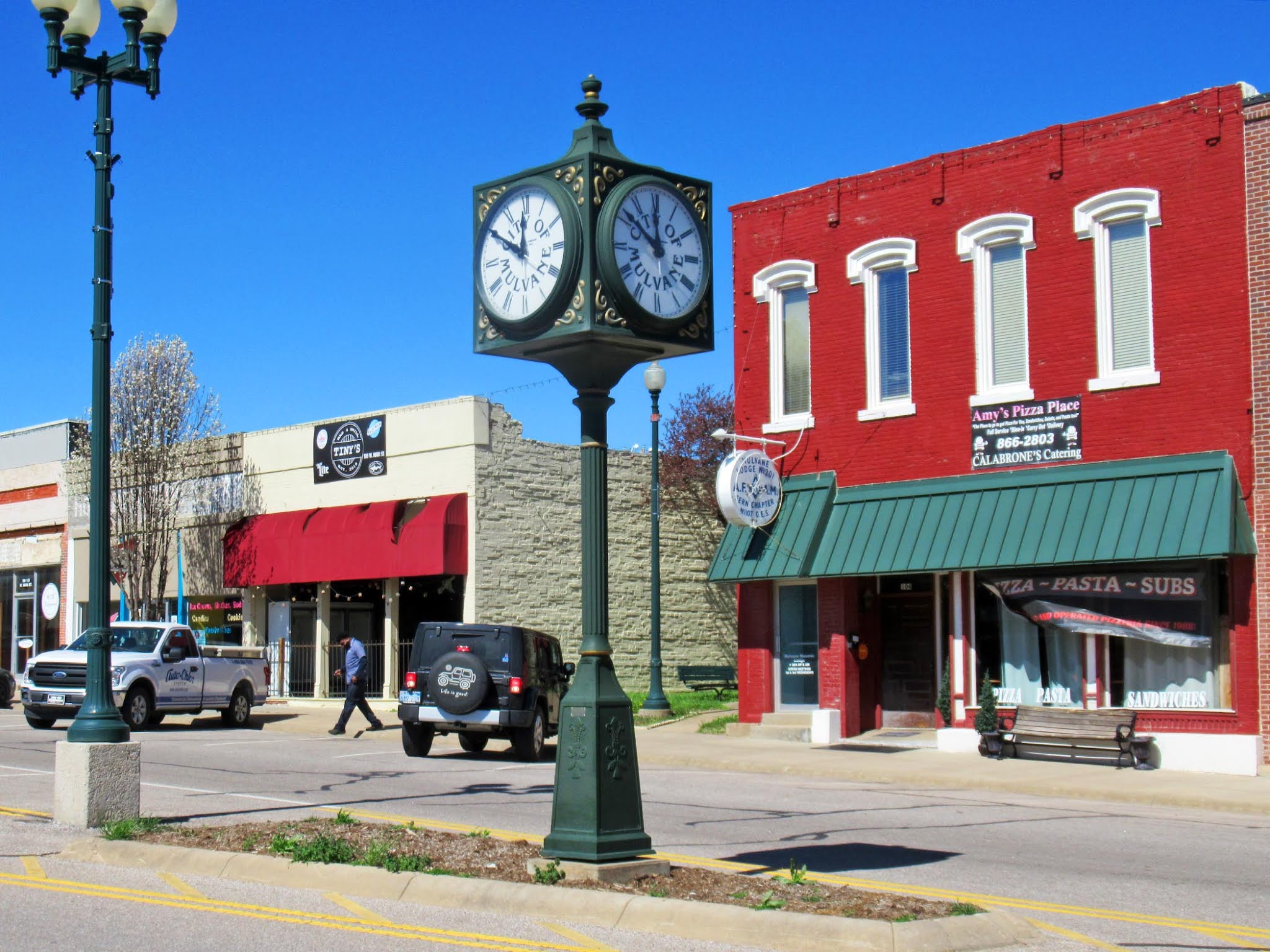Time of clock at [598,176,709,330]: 11:51
